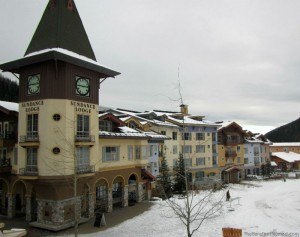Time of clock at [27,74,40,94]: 2:45
